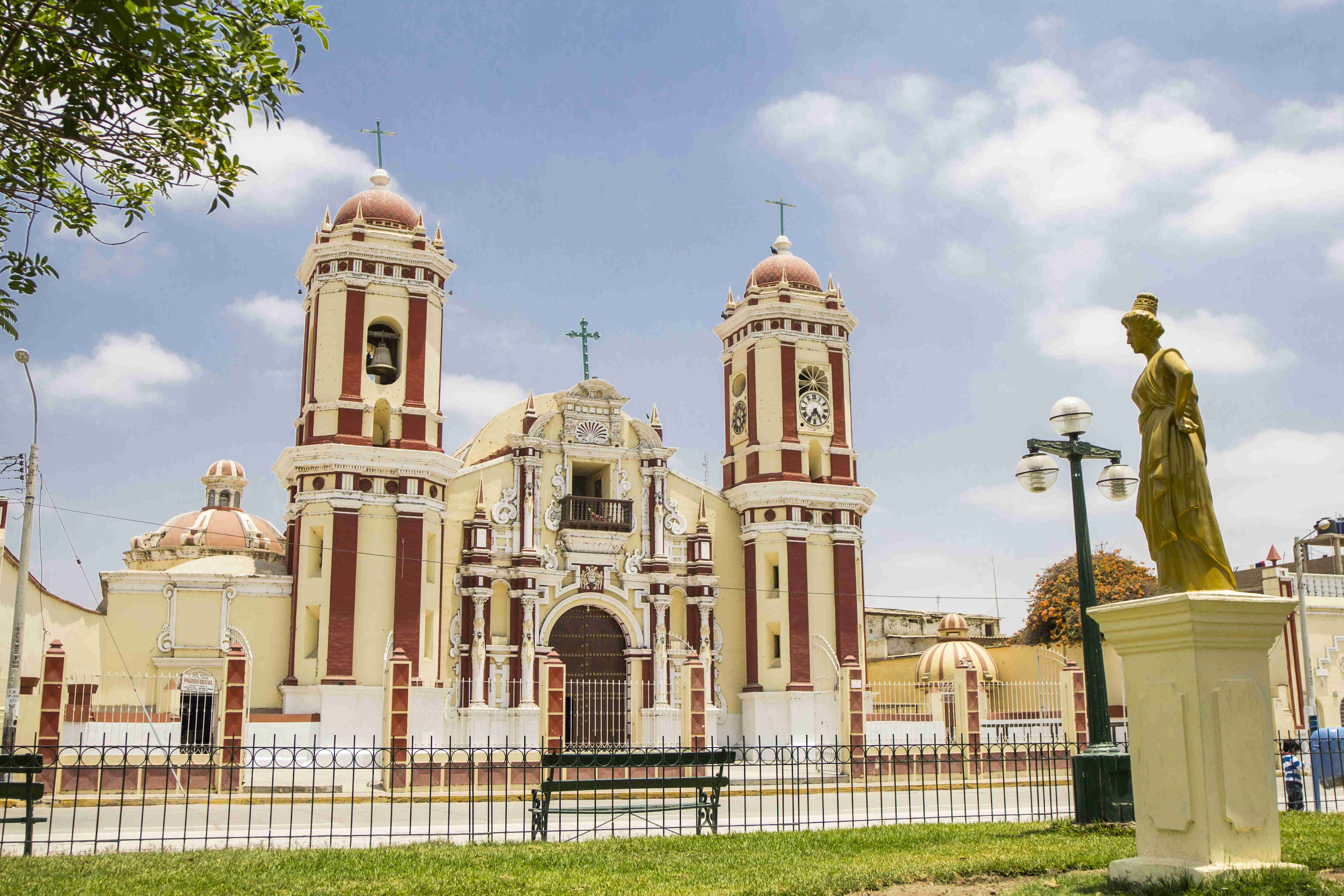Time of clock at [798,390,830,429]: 4:35
